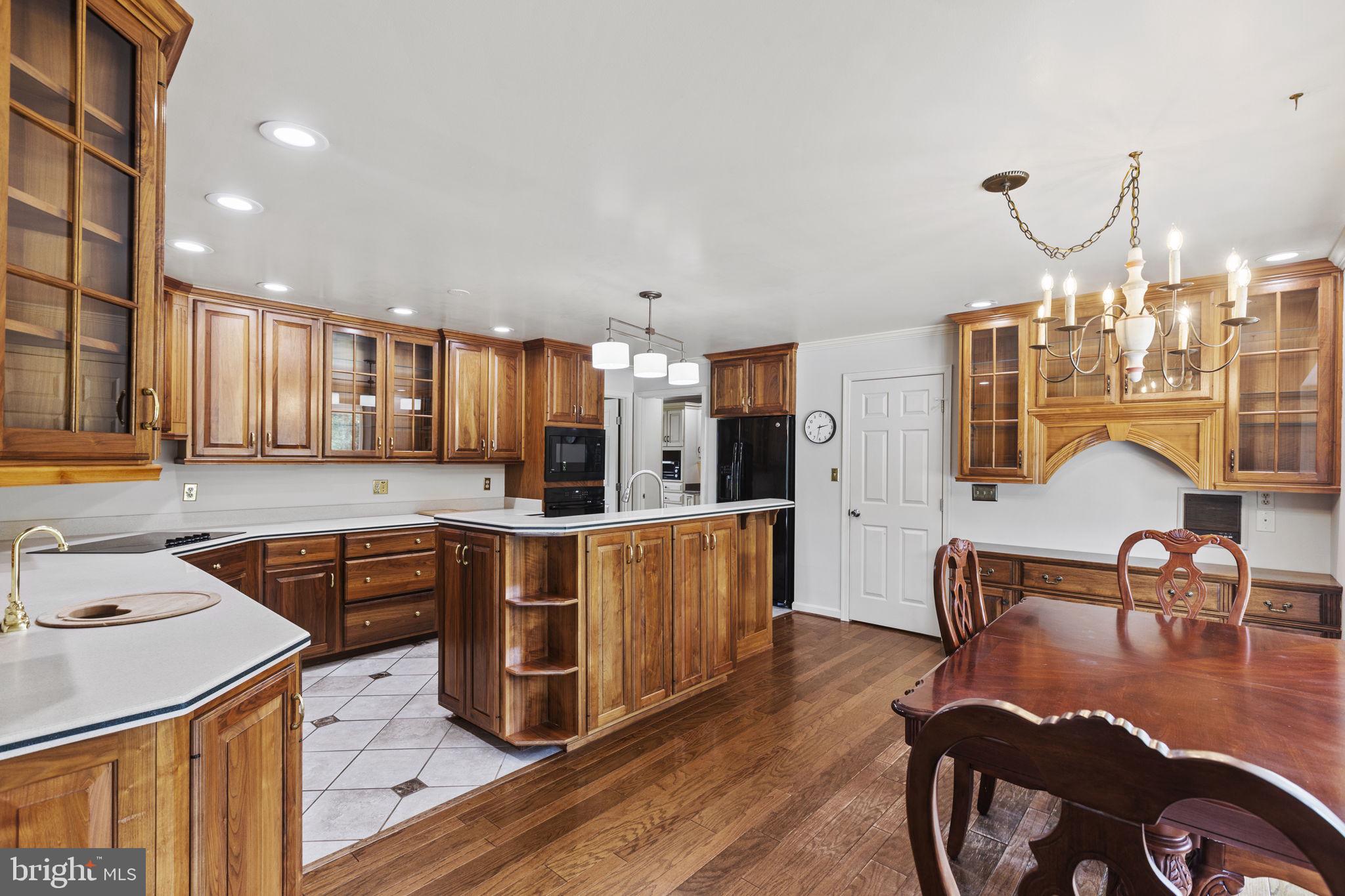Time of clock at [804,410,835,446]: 2:32
